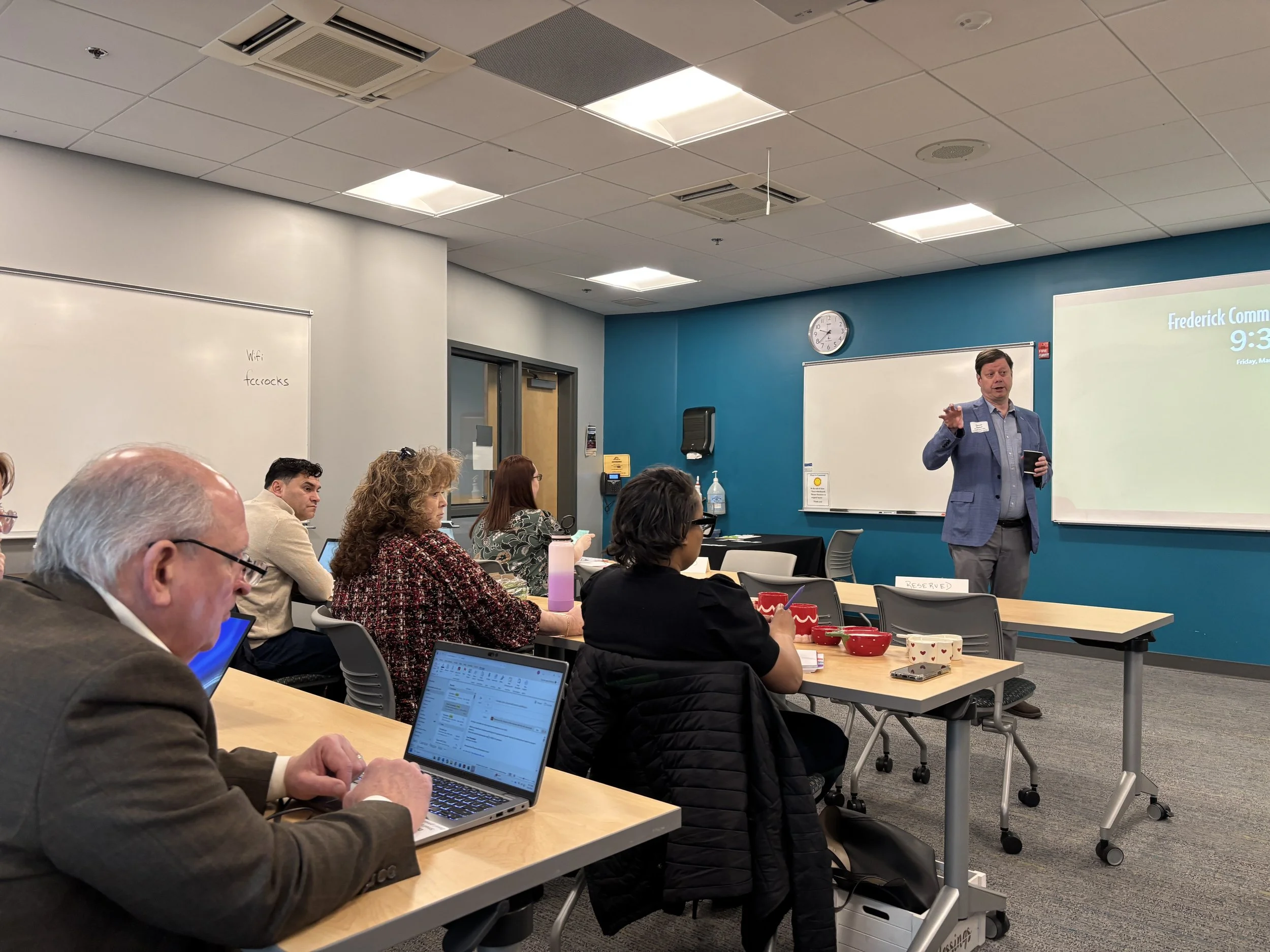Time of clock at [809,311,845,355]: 9:38
